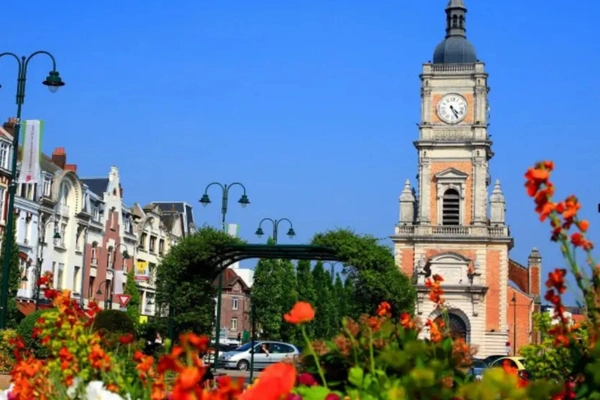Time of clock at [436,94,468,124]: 4:25
